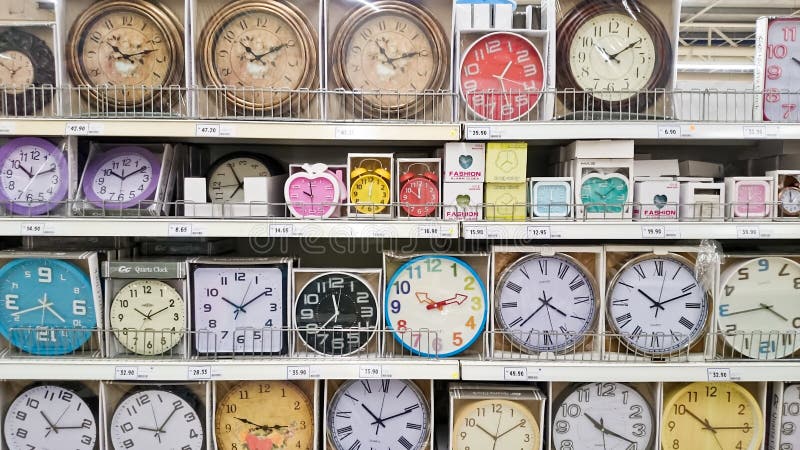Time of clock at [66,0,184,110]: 10:12
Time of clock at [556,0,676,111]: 10:09
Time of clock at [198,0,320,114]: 10:10
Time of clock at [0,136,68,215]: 10:11
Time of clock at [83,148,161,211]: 10:09
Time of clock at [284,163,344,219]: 9:59
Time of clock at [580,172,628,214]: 10:08
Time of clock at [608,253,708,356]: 10:11
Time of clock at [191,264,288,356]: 10:09
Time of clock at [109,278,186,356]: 10:10
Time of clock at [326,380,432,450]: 10:10
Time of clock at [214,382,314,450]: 2:48
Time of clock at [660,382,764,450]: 10:14
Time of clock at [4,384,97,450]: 10:11
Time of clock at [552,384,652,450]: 10:18
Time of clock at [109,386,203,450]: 10:10
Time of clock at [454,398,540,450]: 10:09
